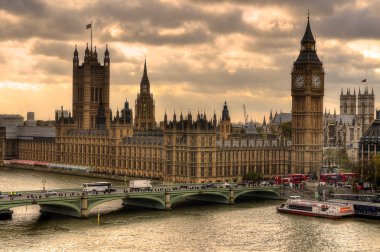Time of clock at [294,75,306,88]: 1:39
